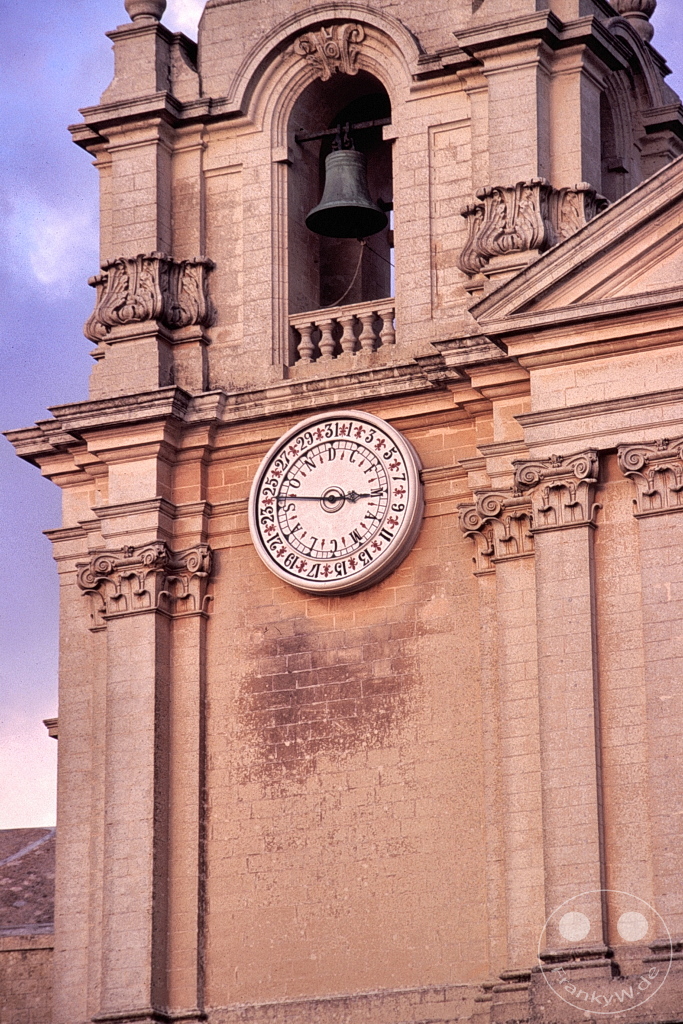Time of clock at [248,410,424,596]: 2:46
